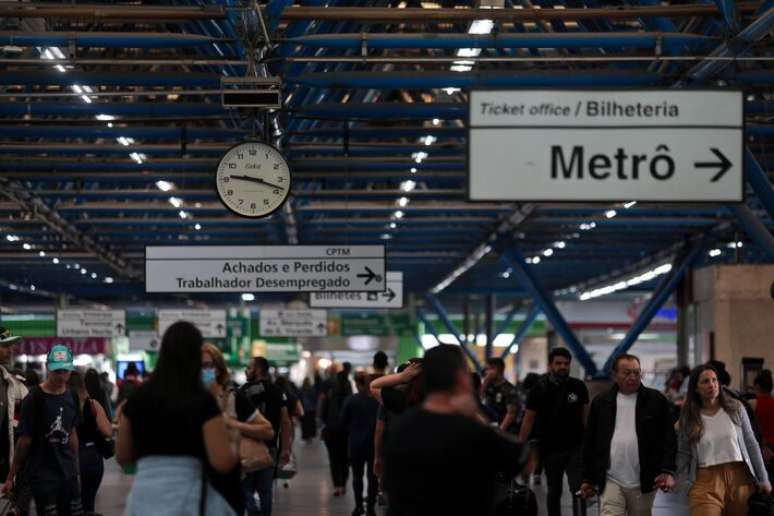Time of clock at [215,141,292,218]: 9:18
